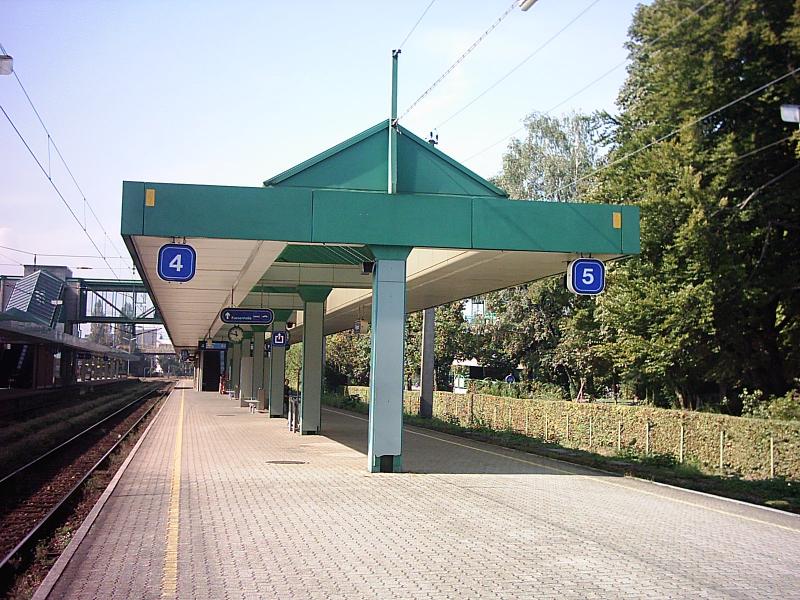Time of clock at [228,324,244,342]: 11:47
